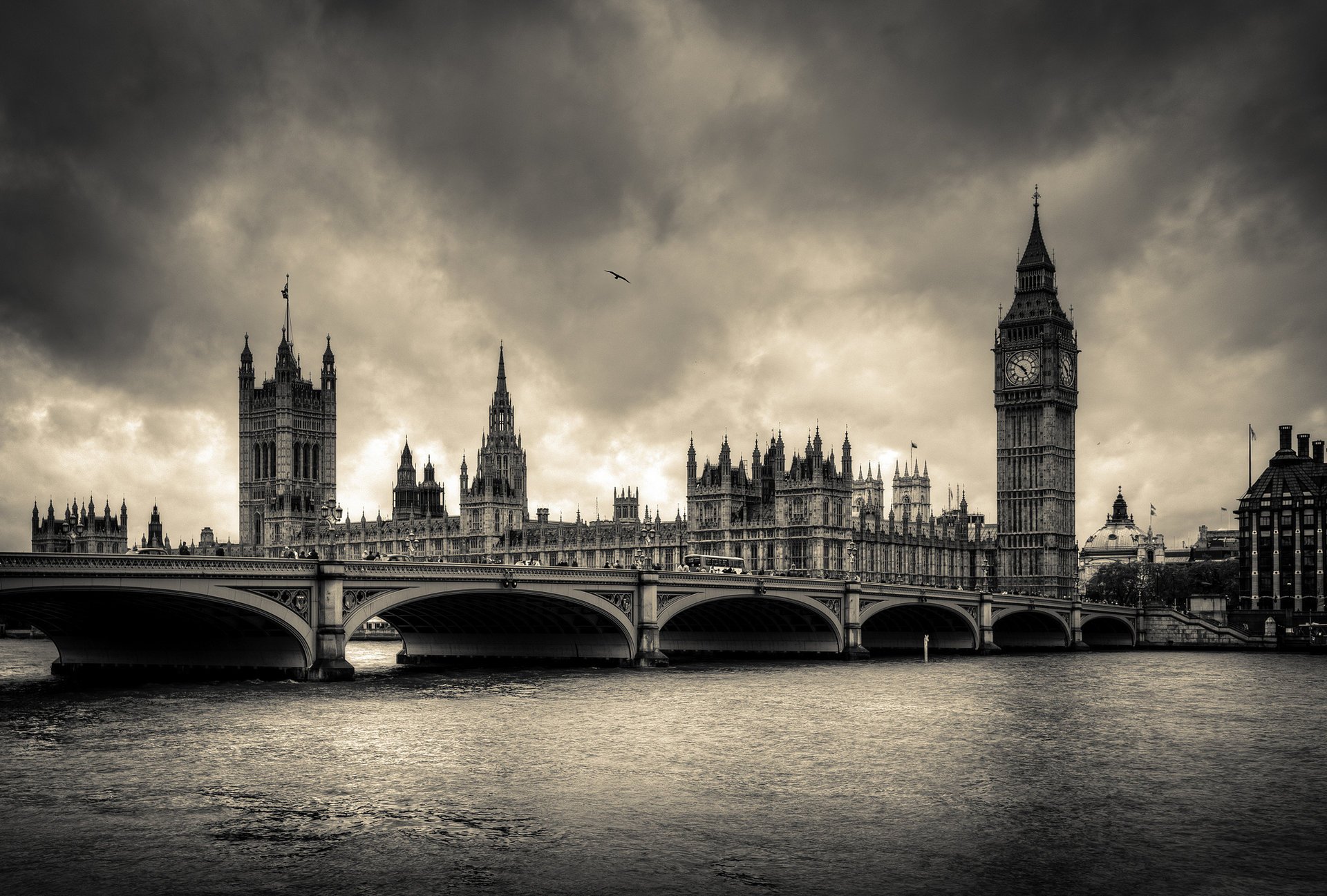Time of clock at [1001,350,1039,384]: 4:50
